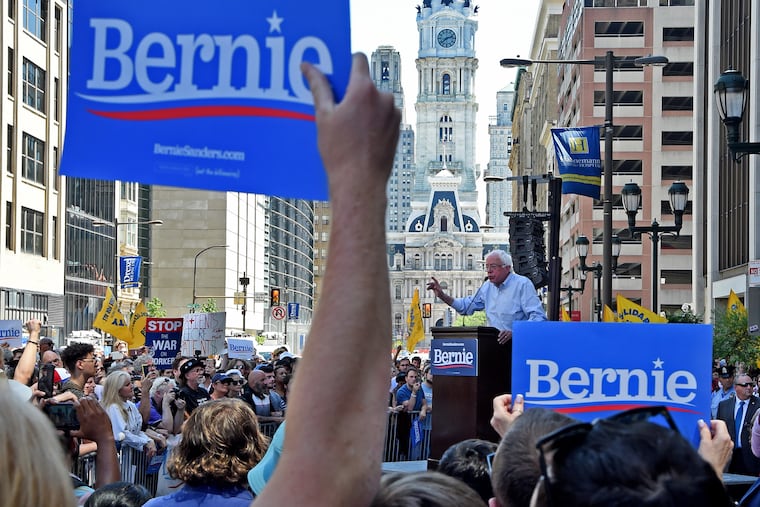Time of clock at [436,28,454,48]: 2:38
